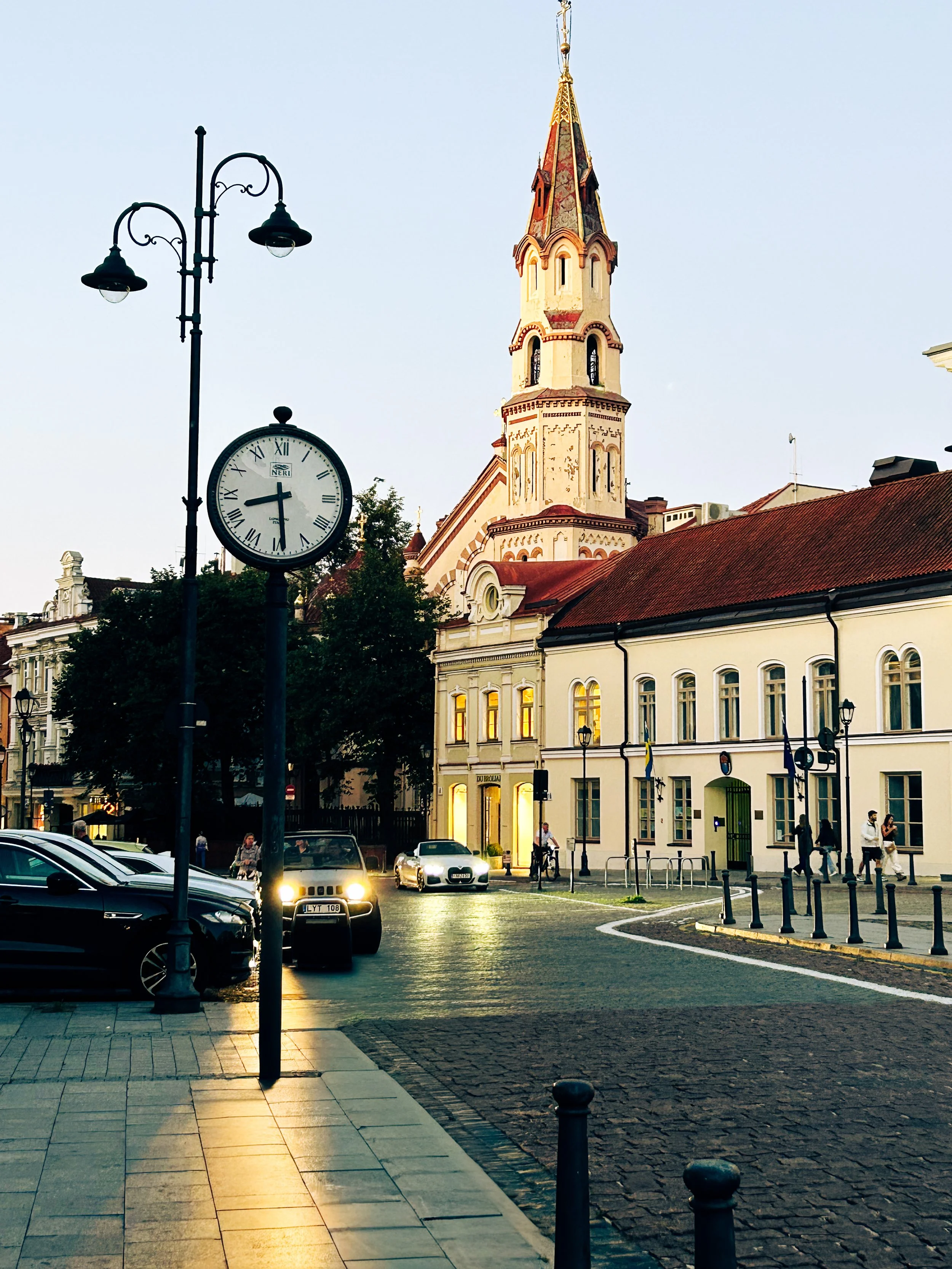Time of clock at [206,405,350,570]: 8:29
